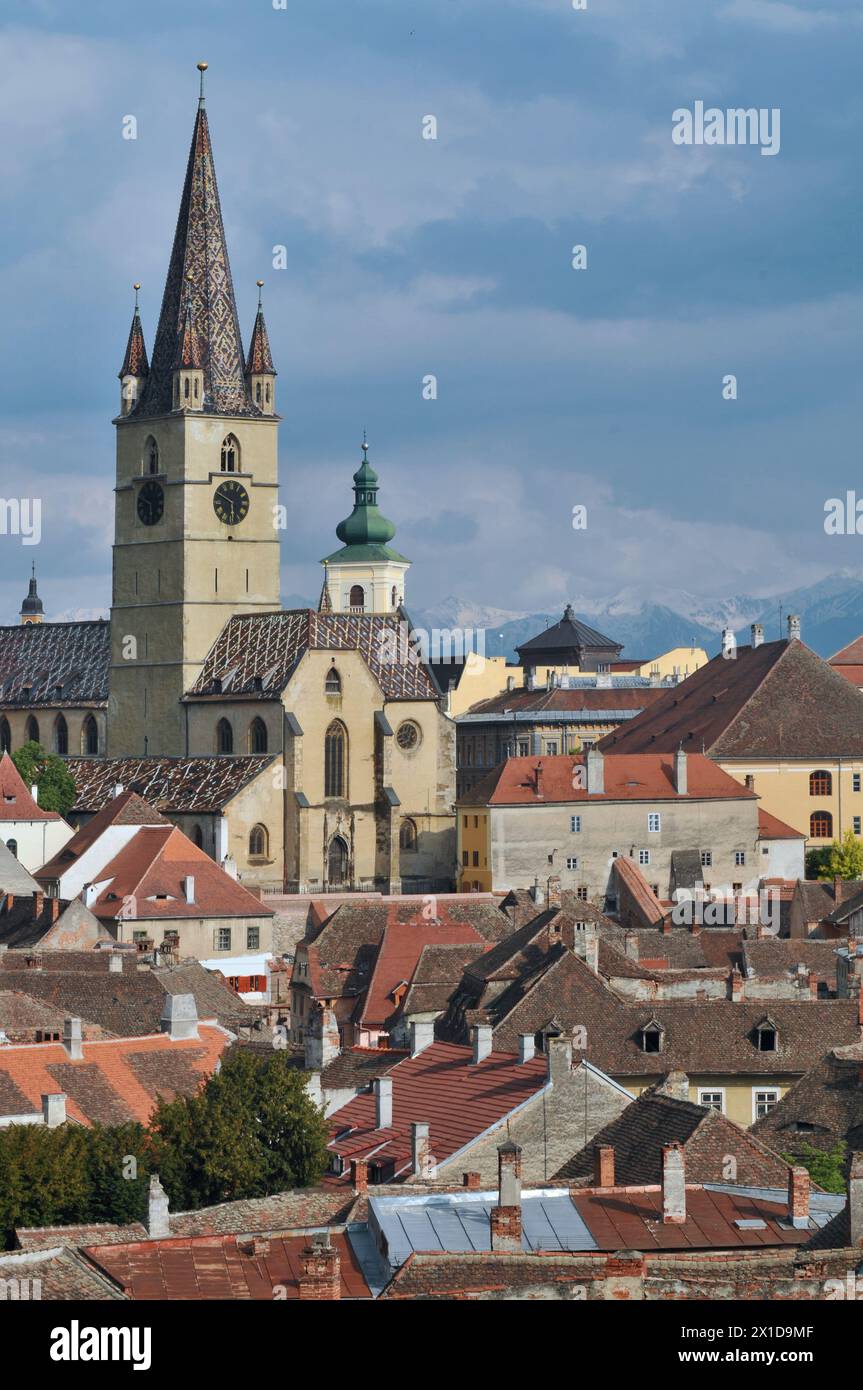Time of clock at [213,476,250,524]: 5:49
